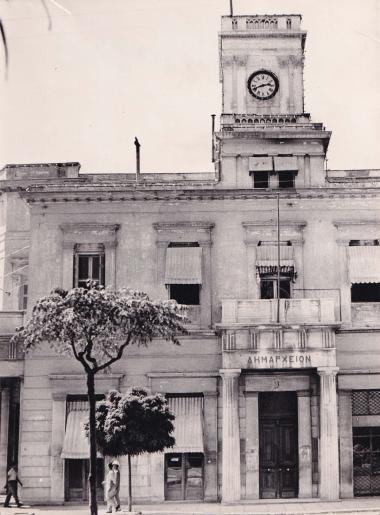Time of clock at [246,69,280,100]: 2:41
